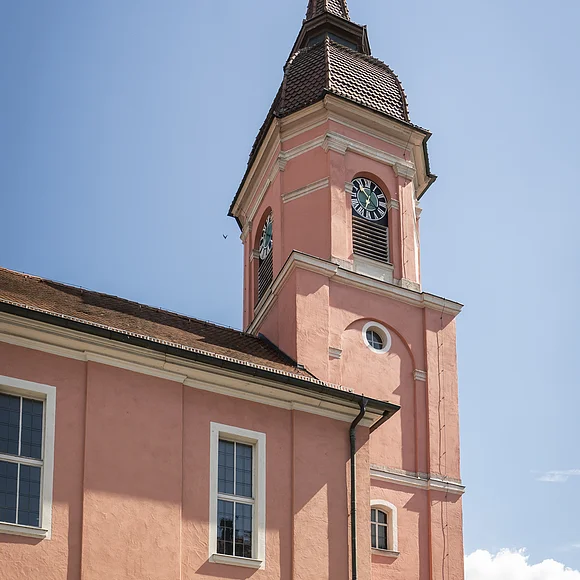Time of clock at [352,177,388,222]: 12:52
